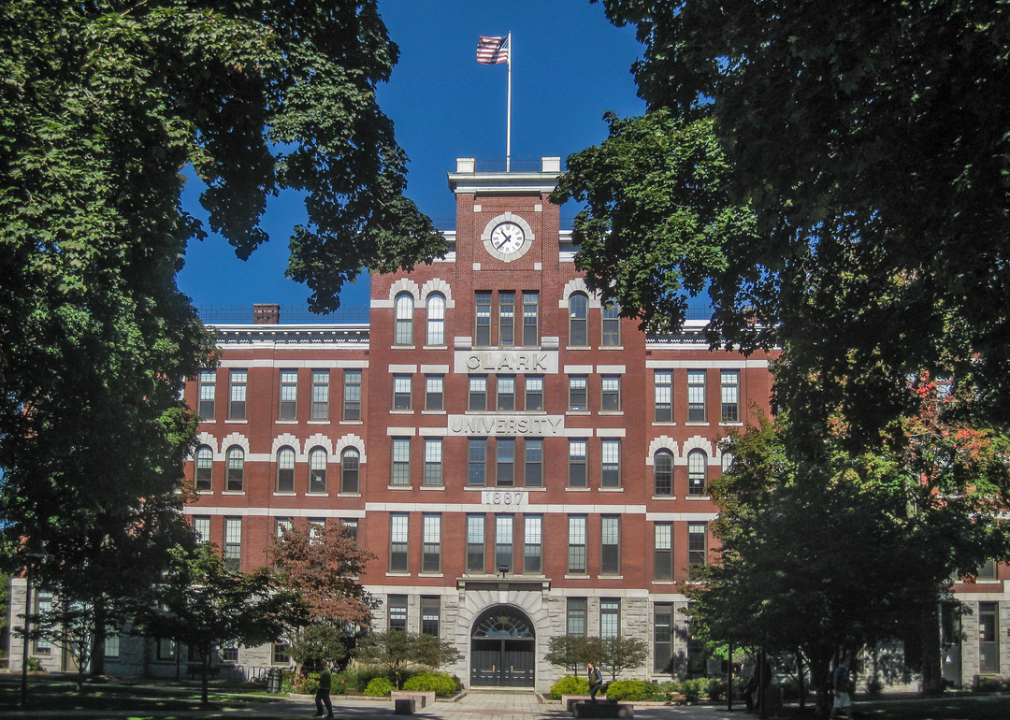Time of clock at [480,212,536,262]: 10:36
